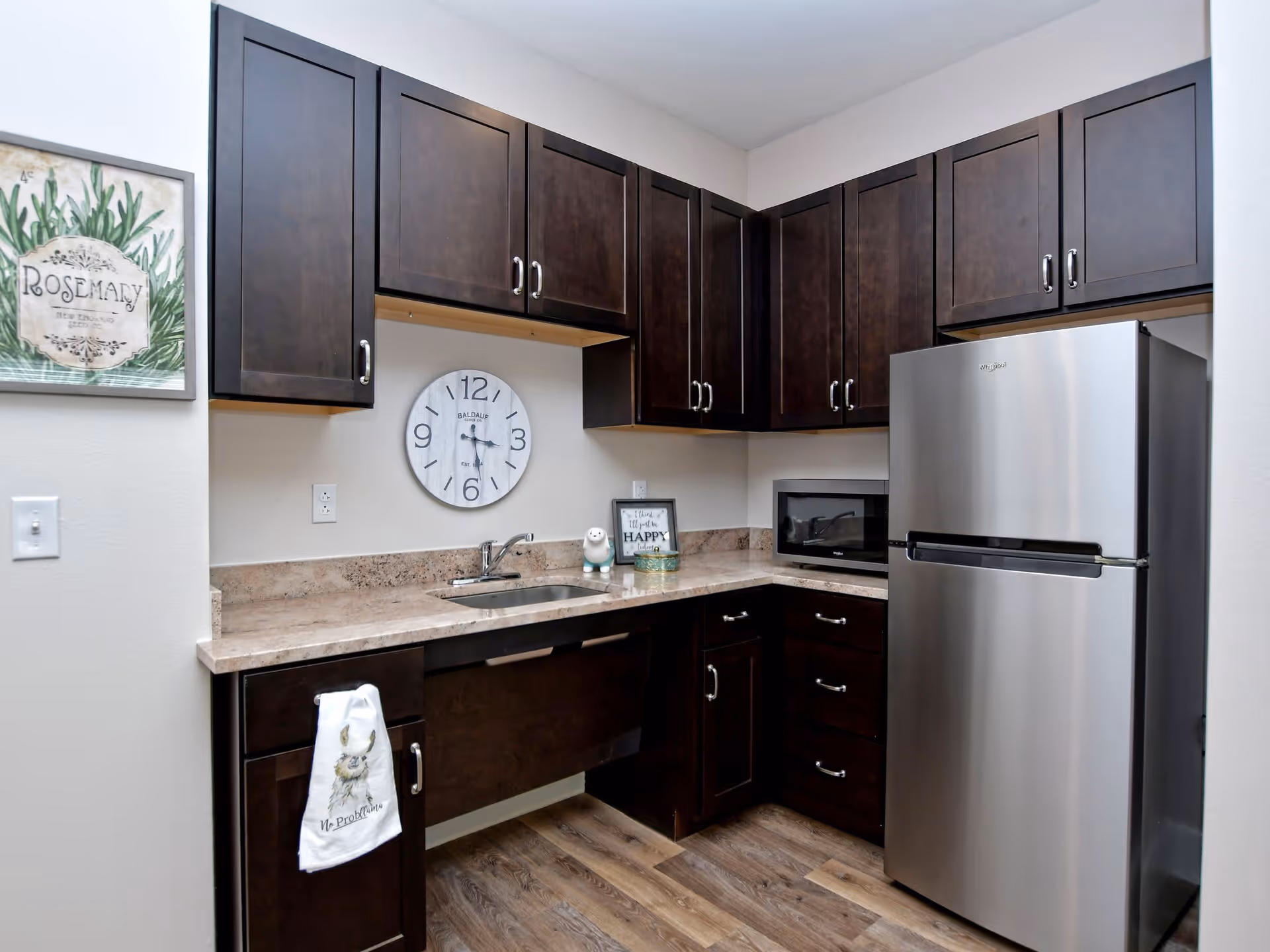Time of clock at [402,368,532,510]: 3:28
